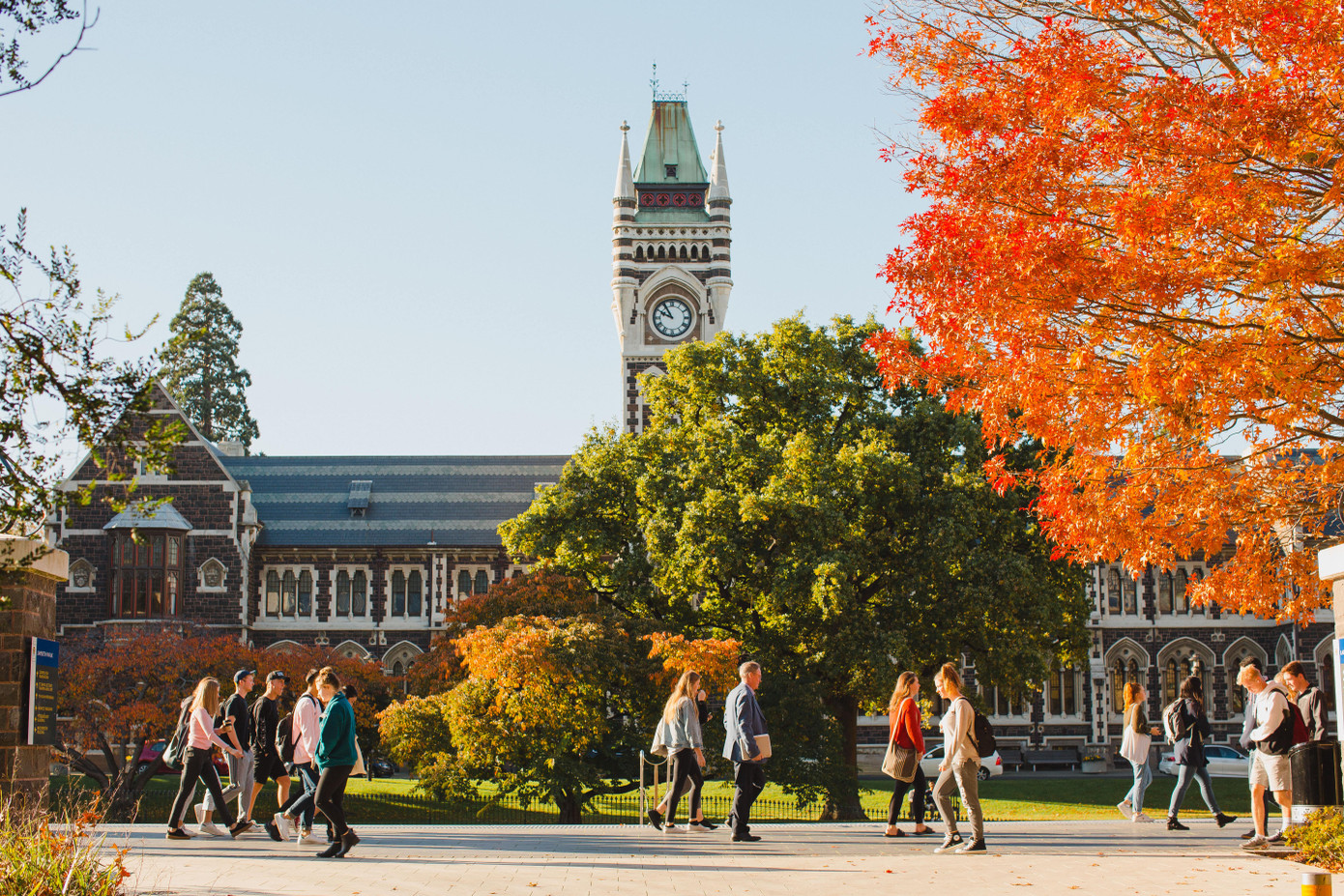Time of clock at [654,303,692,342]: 9:54
